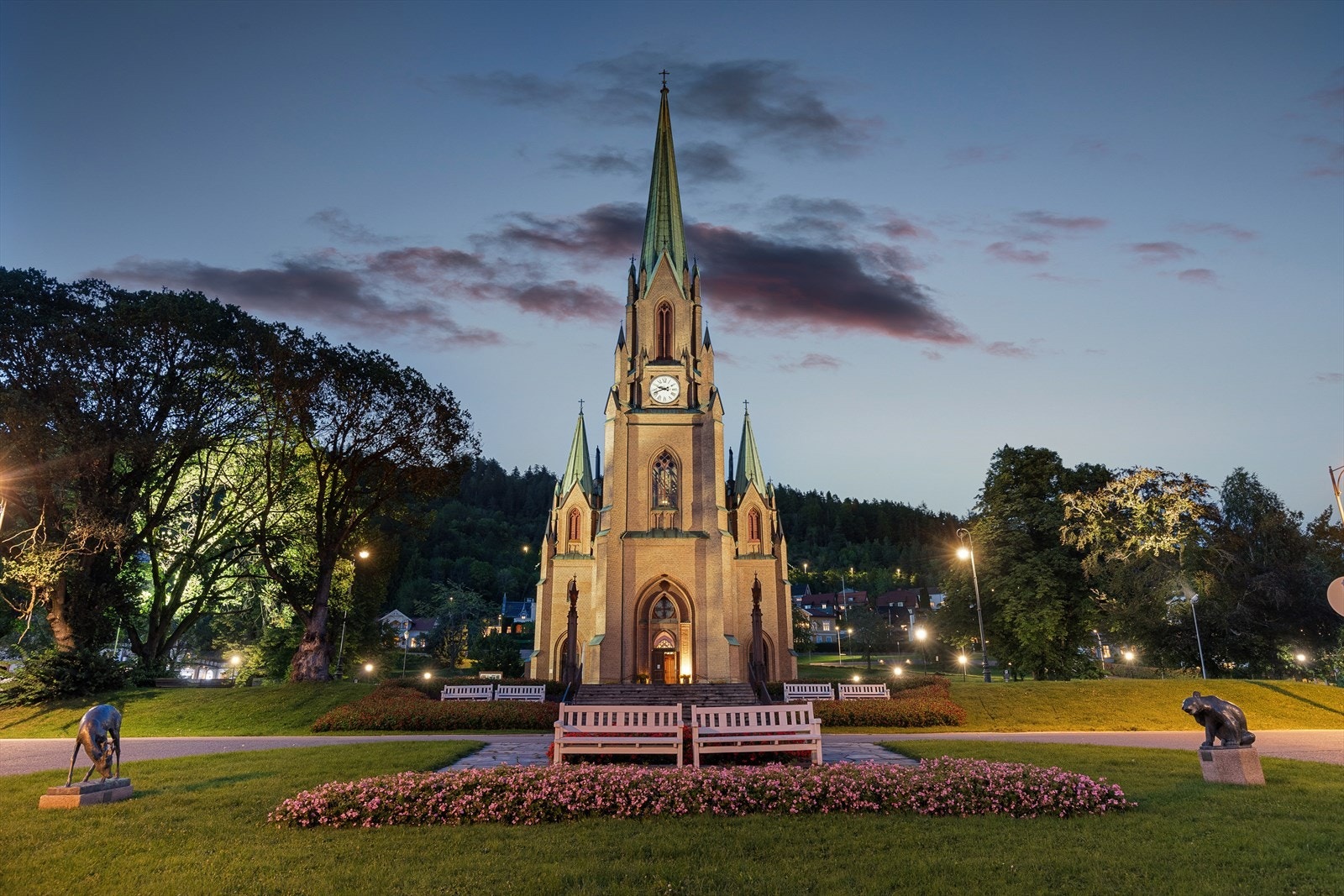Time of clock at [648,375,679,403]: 9:41
